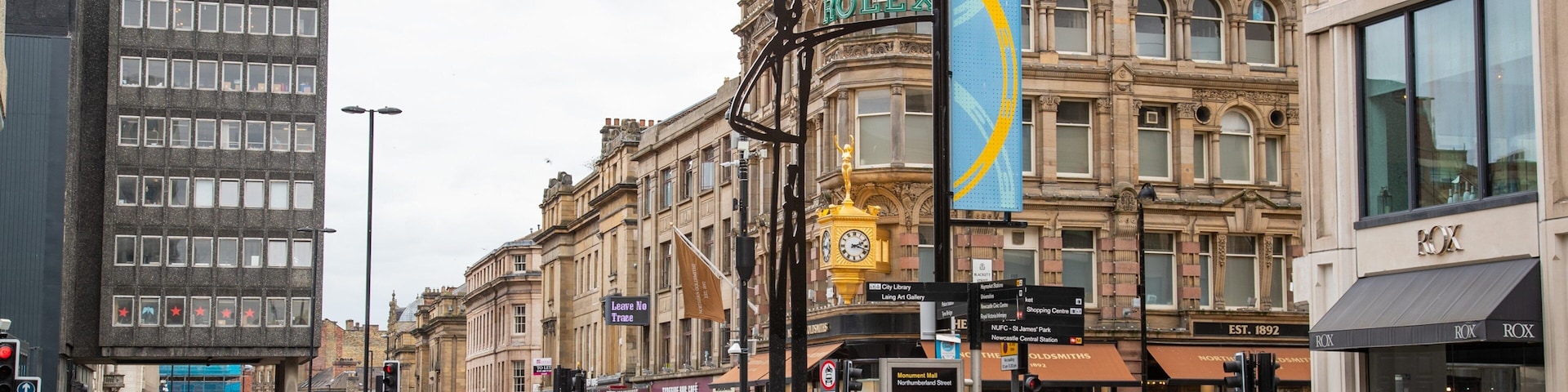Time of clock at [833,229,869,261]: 2:18
